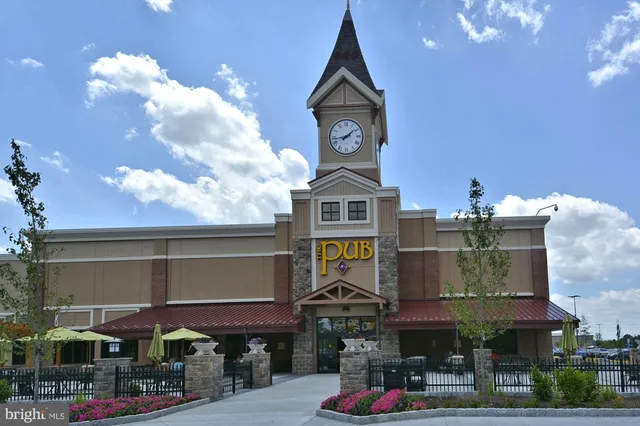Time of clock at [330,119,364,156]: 1:43
